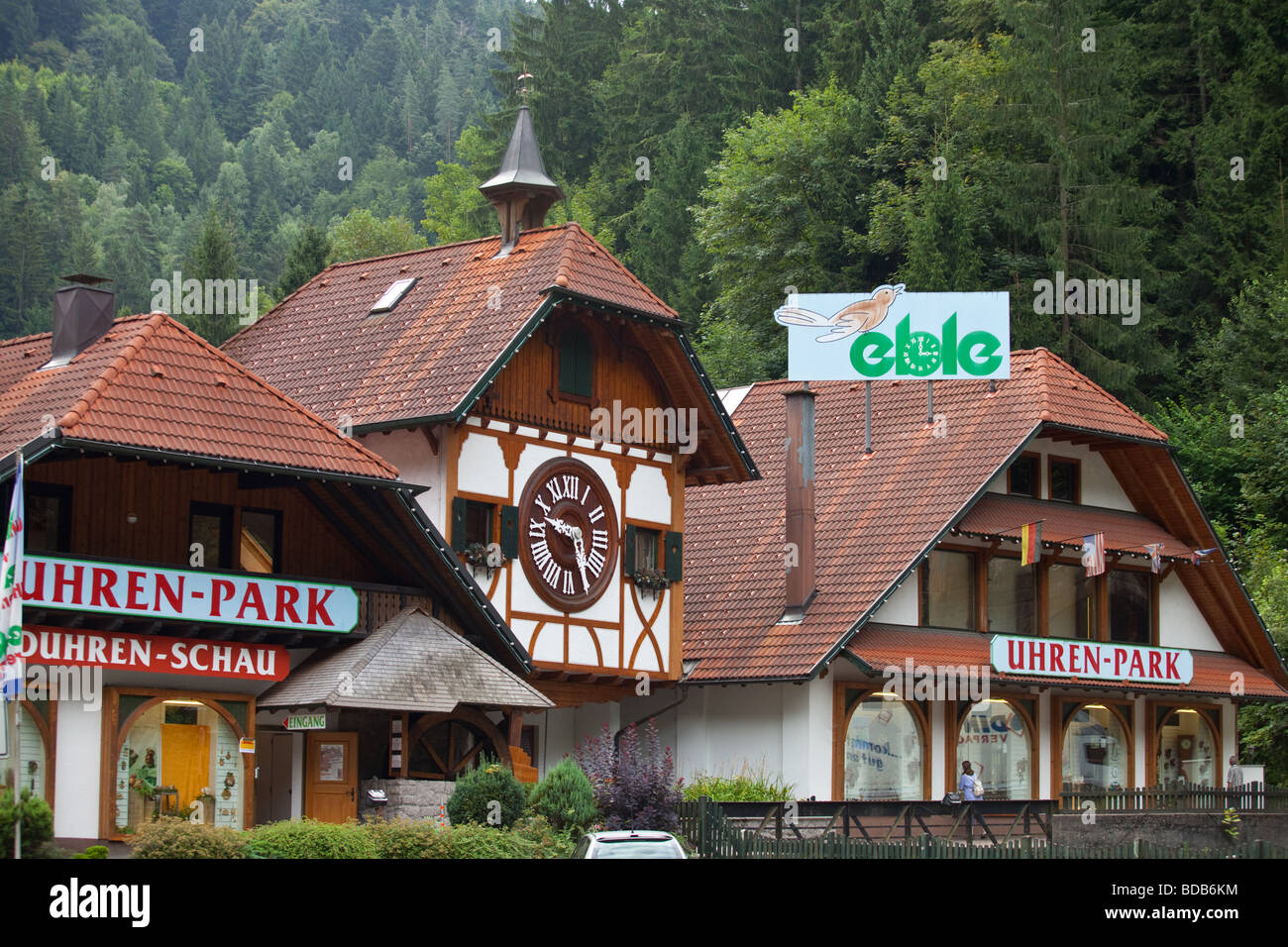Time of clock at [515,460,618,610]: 9:25
